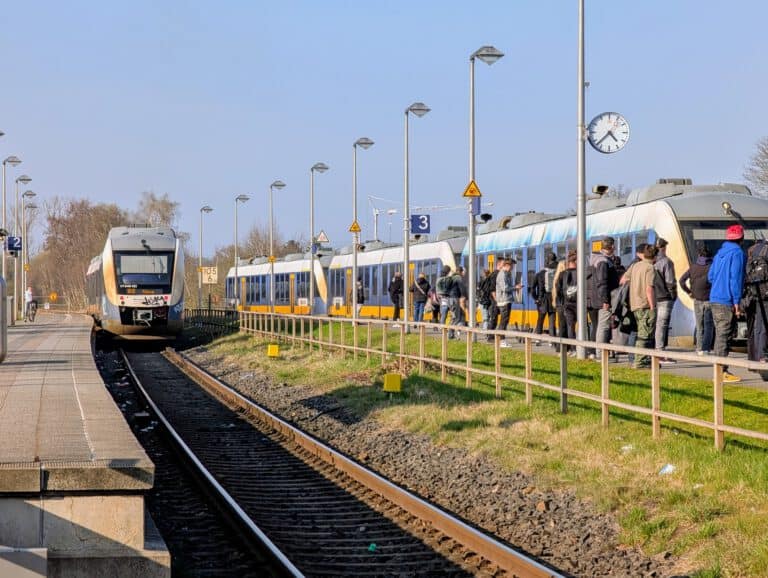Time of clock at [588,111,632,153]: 4:37
